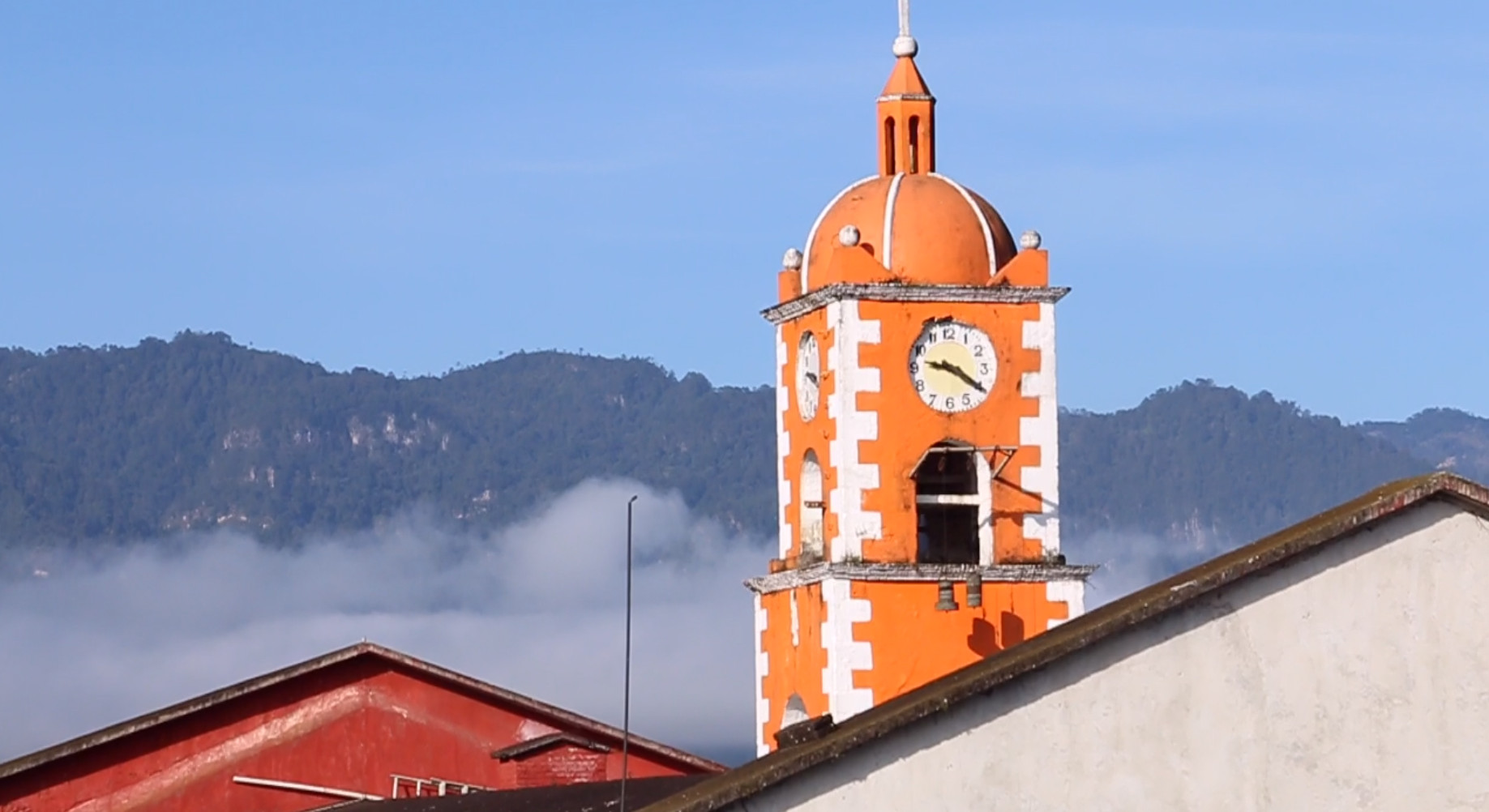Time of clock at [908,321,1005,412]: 9:20
